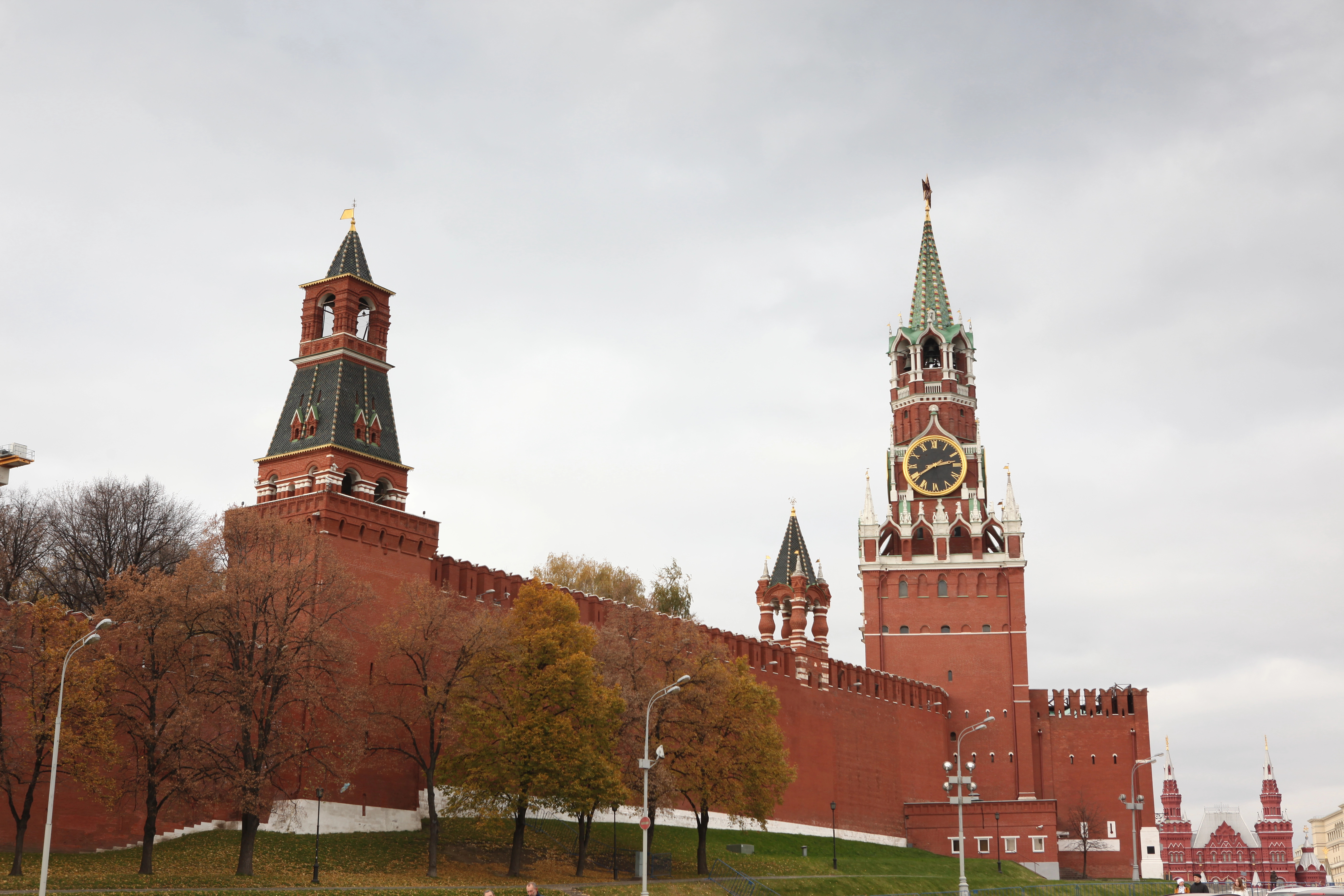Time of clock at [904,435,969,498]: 2:40
